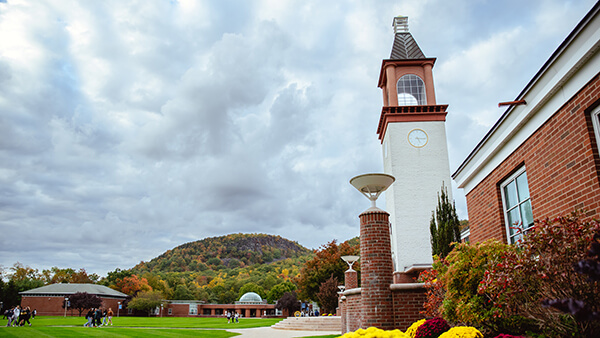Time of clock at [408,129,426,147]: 5:15
